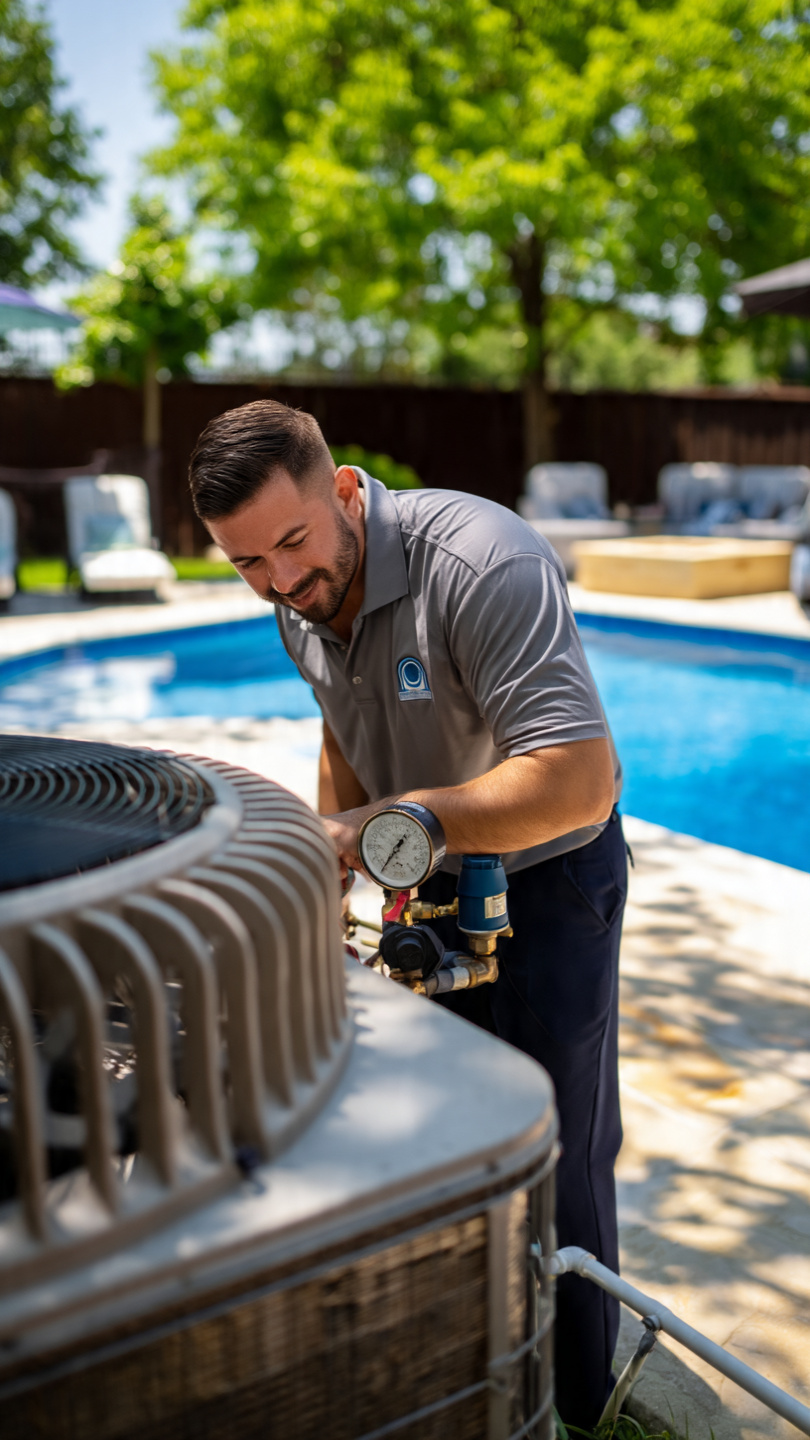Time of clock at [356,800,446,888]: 1:36
